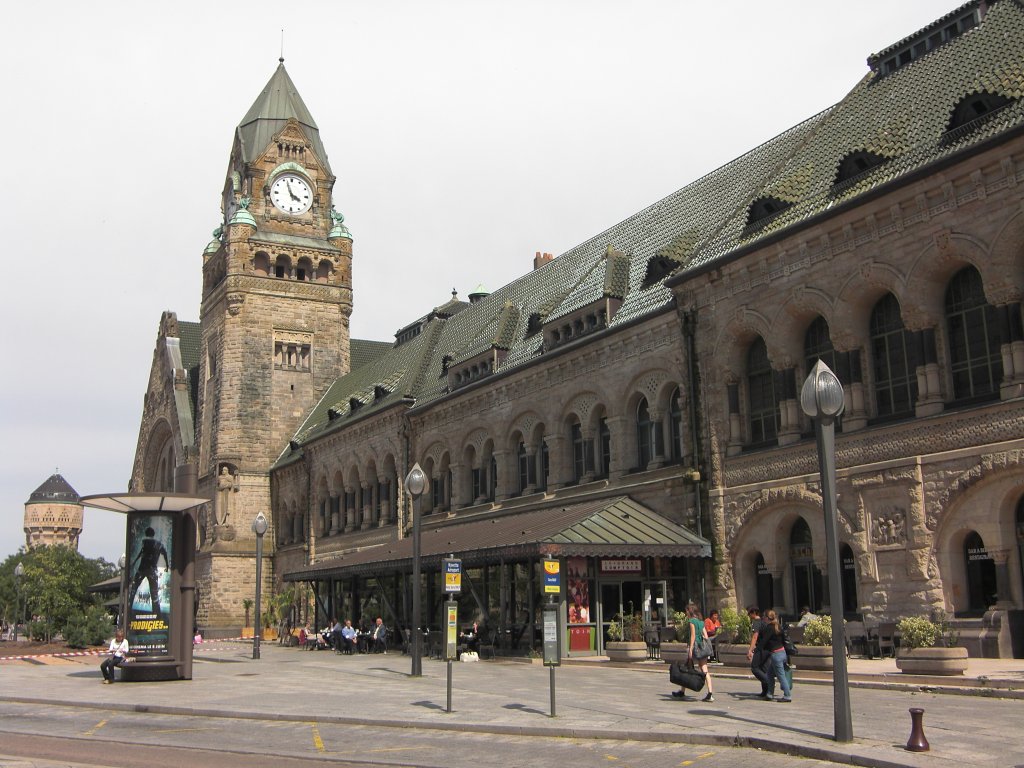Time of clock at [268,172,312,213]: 3:56
